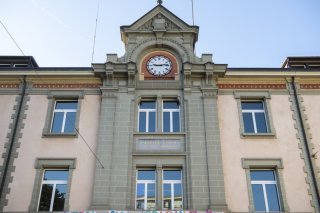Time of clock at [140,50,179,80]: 9:13
